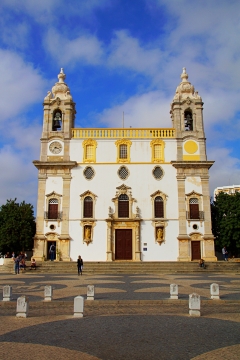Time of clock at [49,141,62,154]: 3:36
